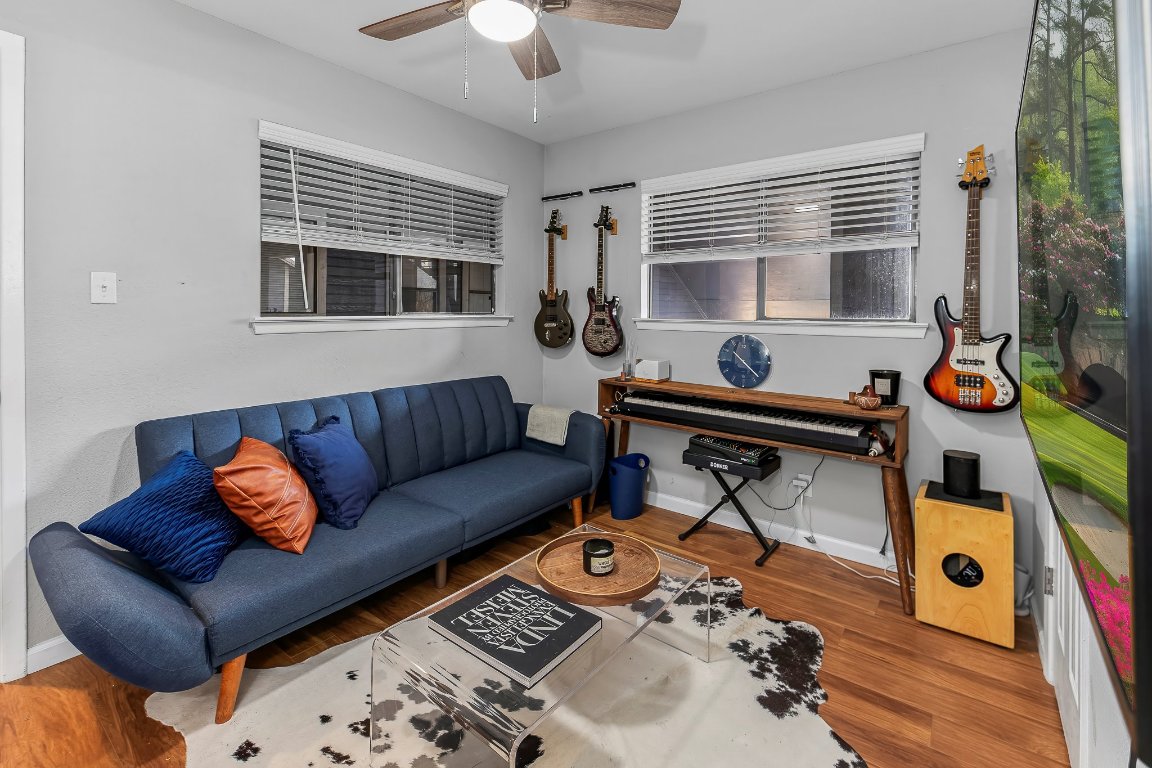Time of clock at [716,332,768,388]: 10:22
